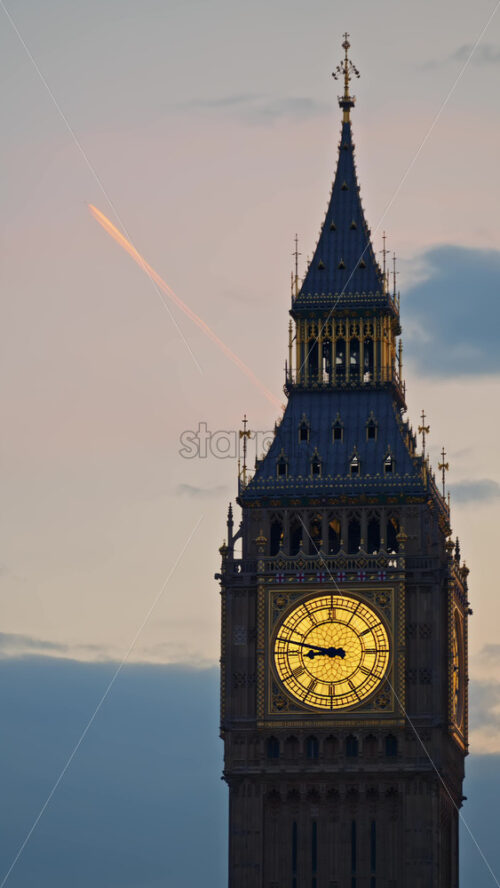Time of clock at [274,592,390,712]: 8:47
